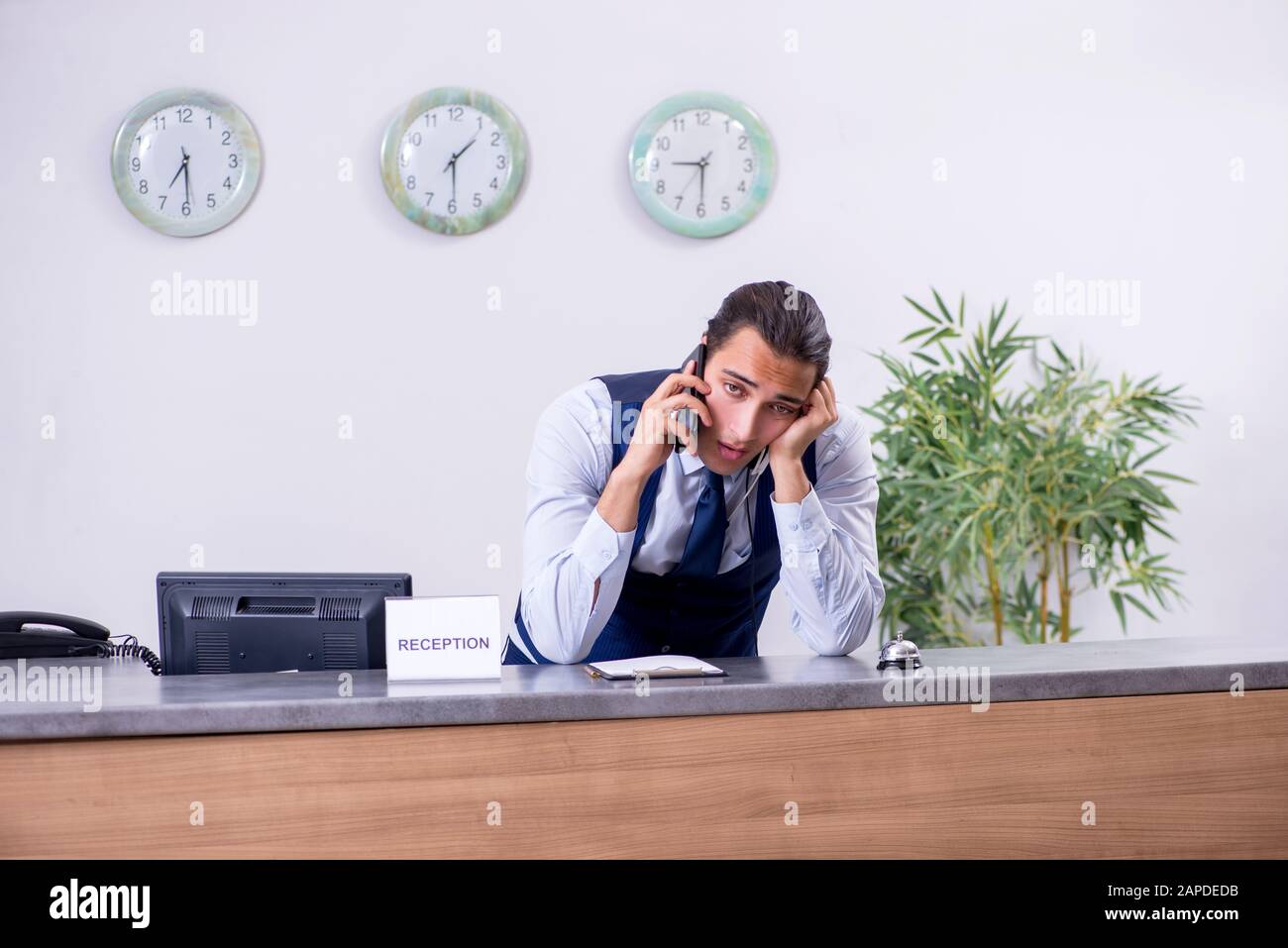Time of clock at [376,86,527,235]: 1:29
